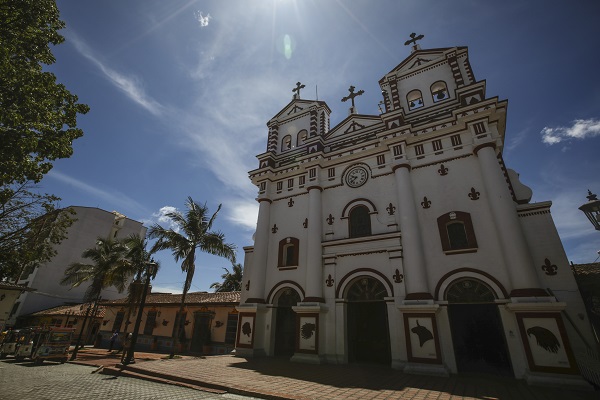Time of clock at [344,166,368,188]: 9:38
